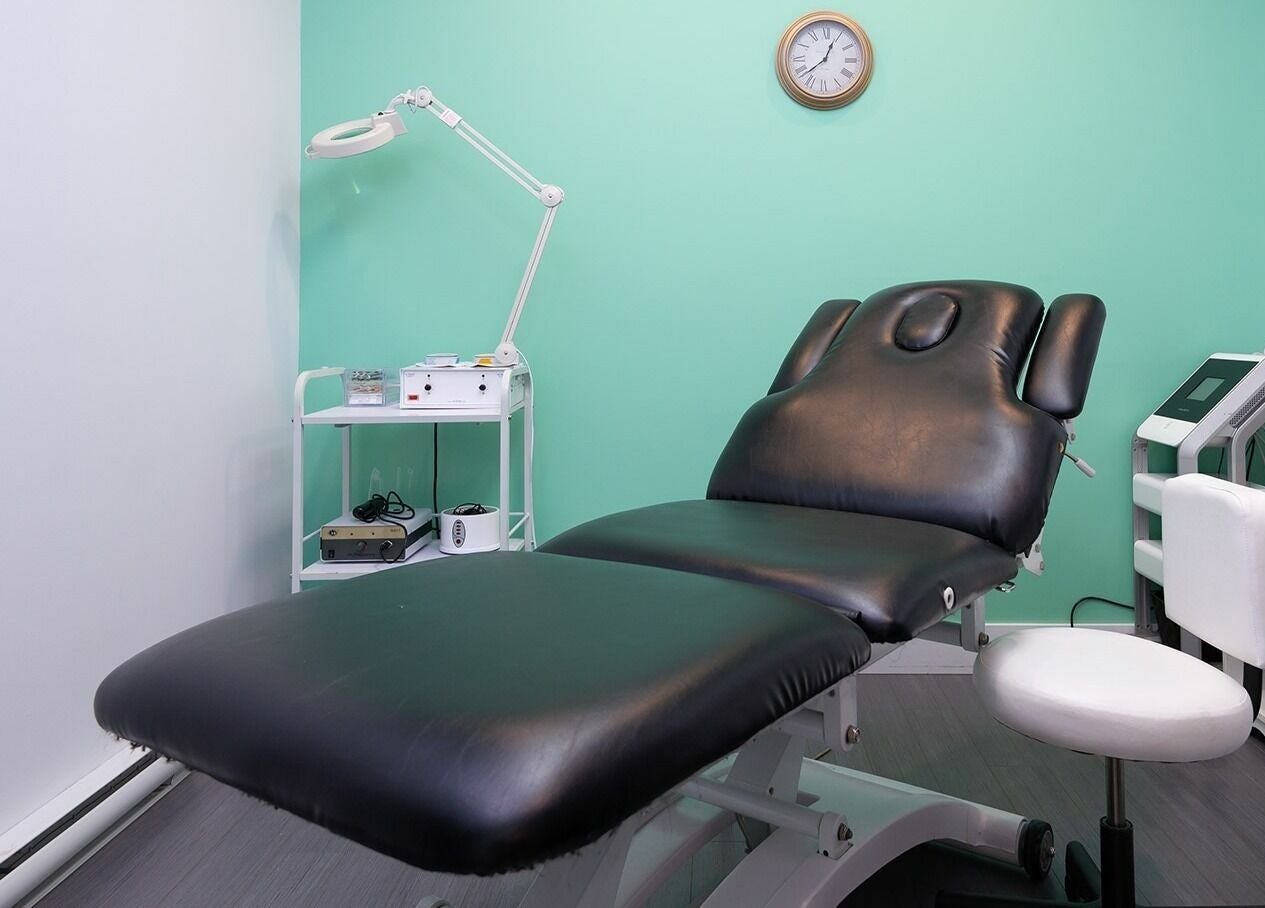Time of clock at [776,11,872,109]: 12:38
